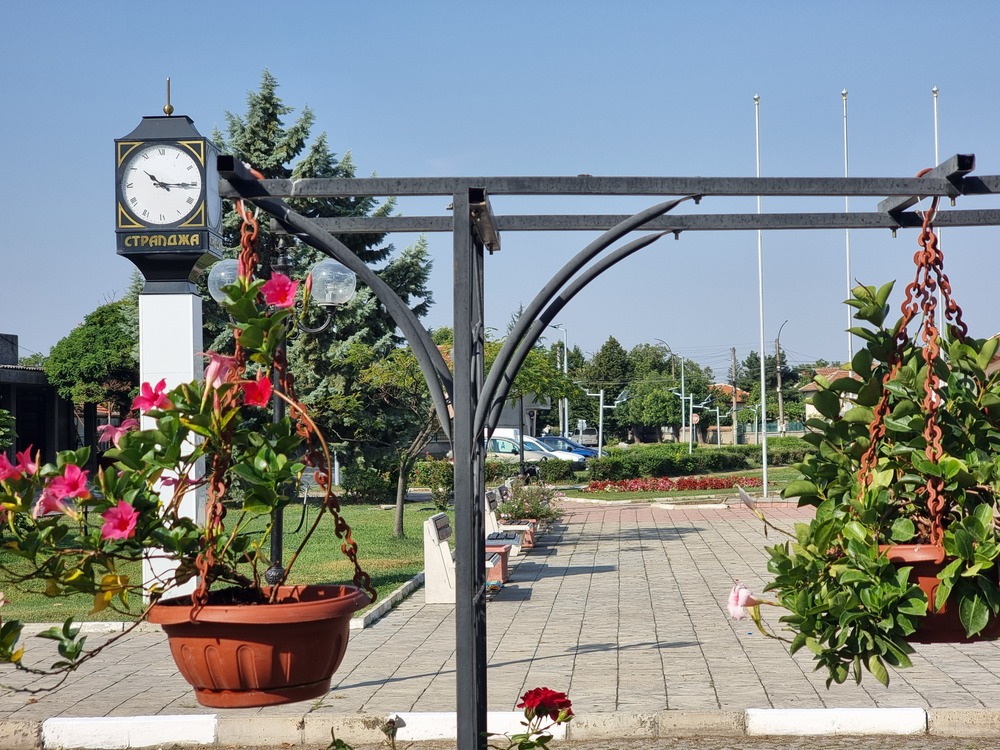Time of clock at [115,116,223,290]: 10:15
